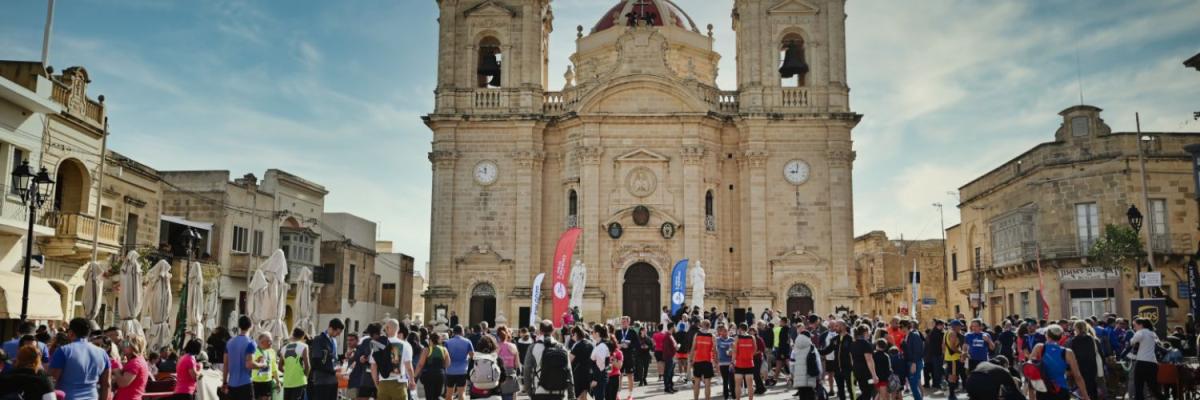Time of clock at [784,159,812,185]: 9:01
